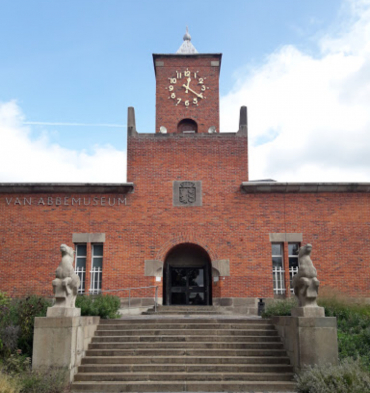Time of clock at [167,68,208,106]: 12:21
